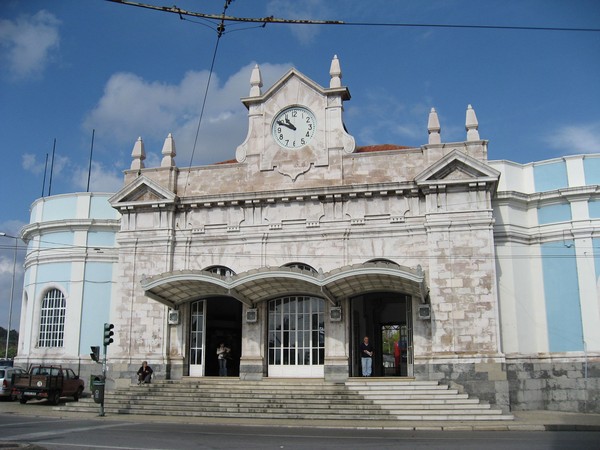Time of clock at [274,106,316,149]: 10:49
